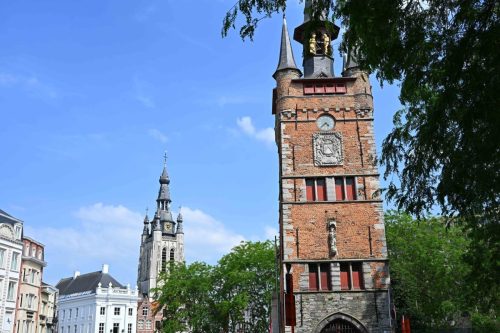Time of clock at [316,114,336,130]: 4:36
